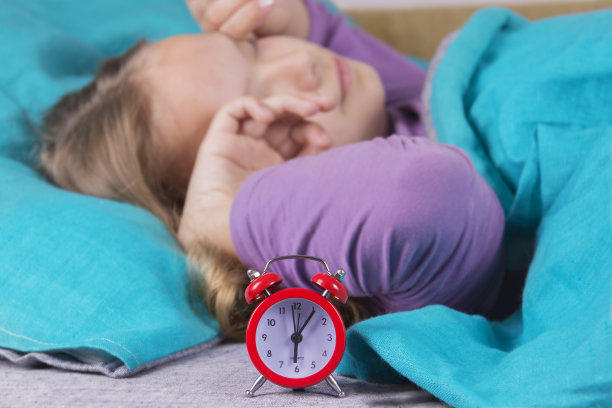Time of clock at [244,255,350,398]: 6:05
